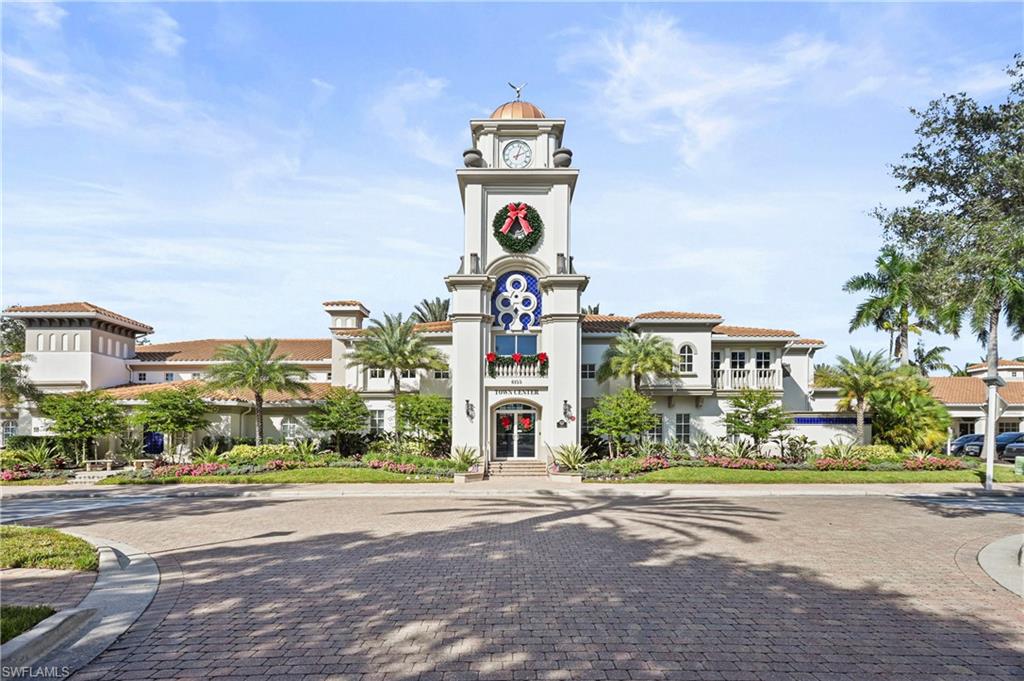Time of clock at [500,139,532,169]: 2:02
